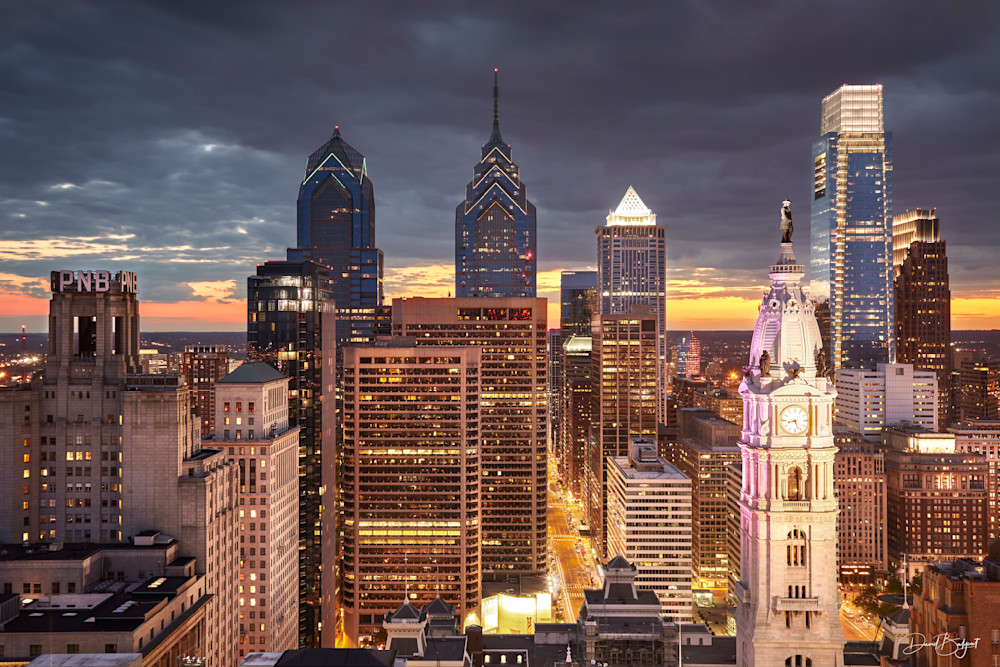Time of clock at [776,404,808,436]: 8:27
